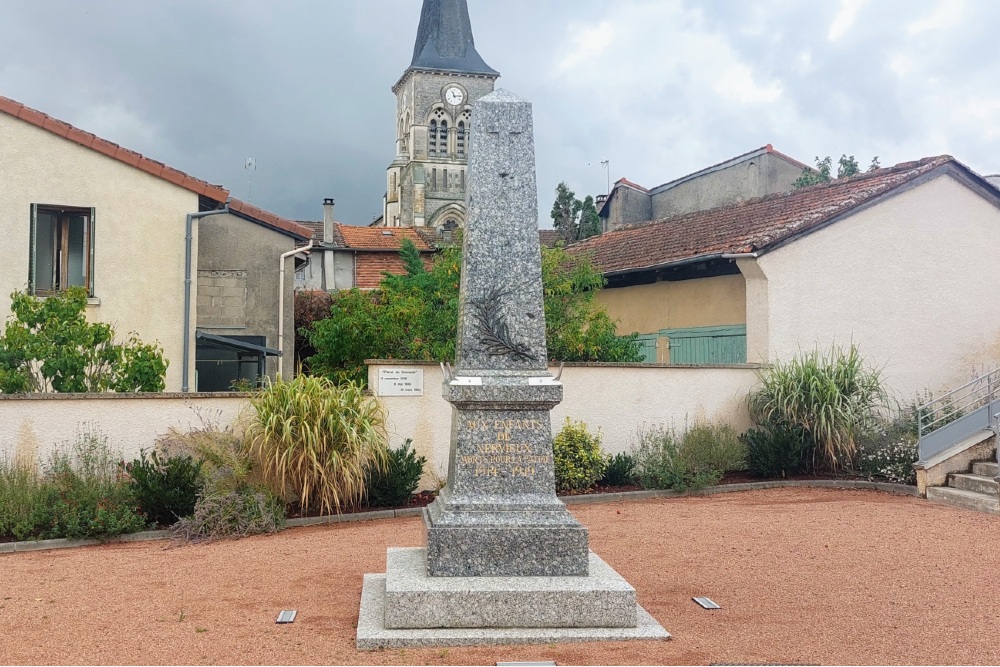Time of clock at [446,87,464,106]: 11:13
